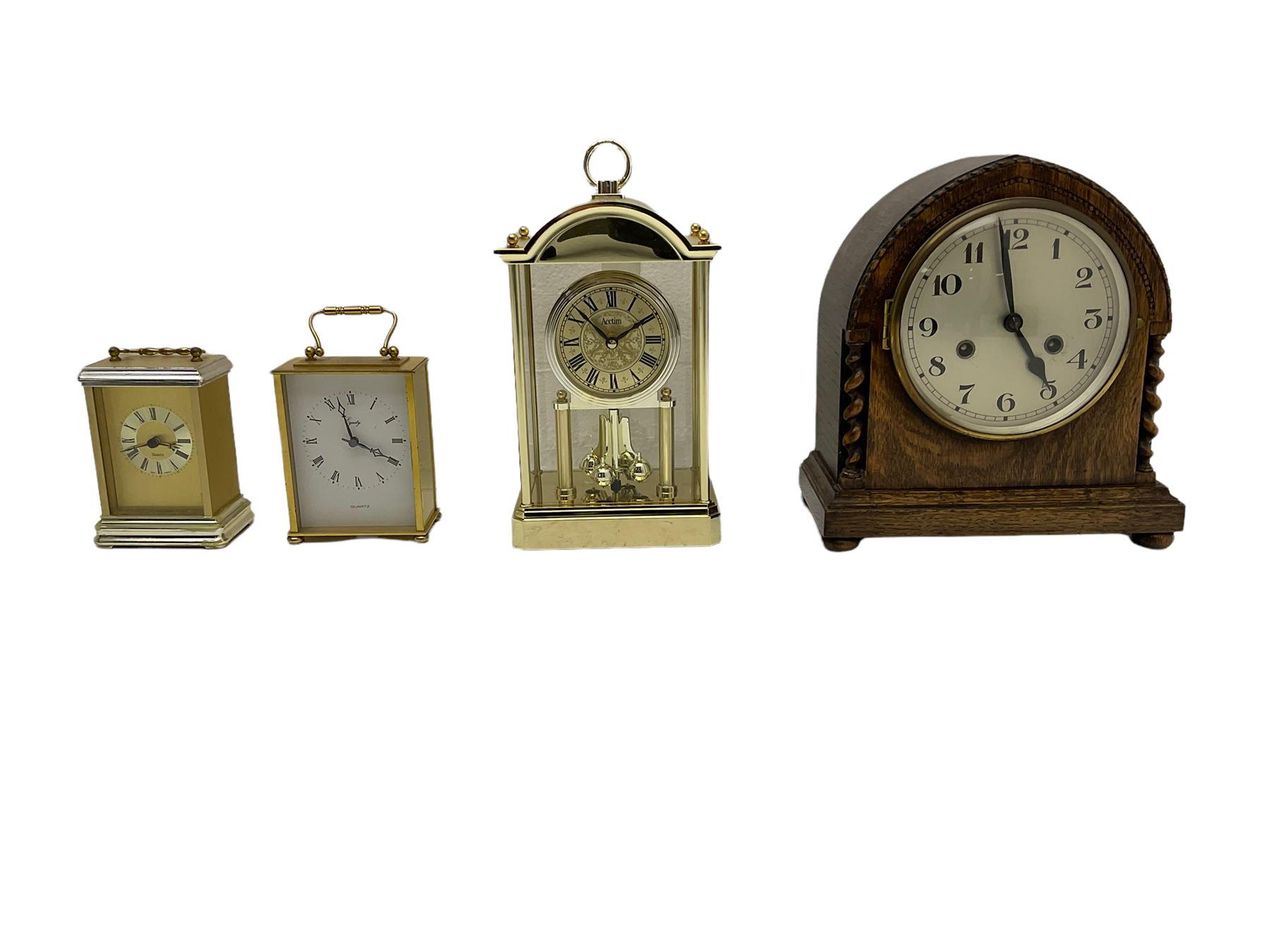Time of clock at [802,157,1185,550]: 4:58
